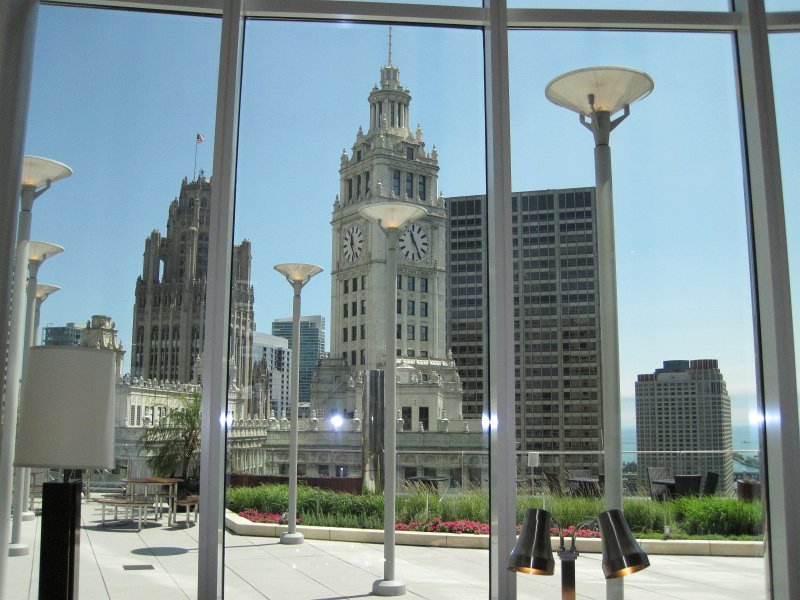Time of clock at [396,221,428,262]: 11:25
